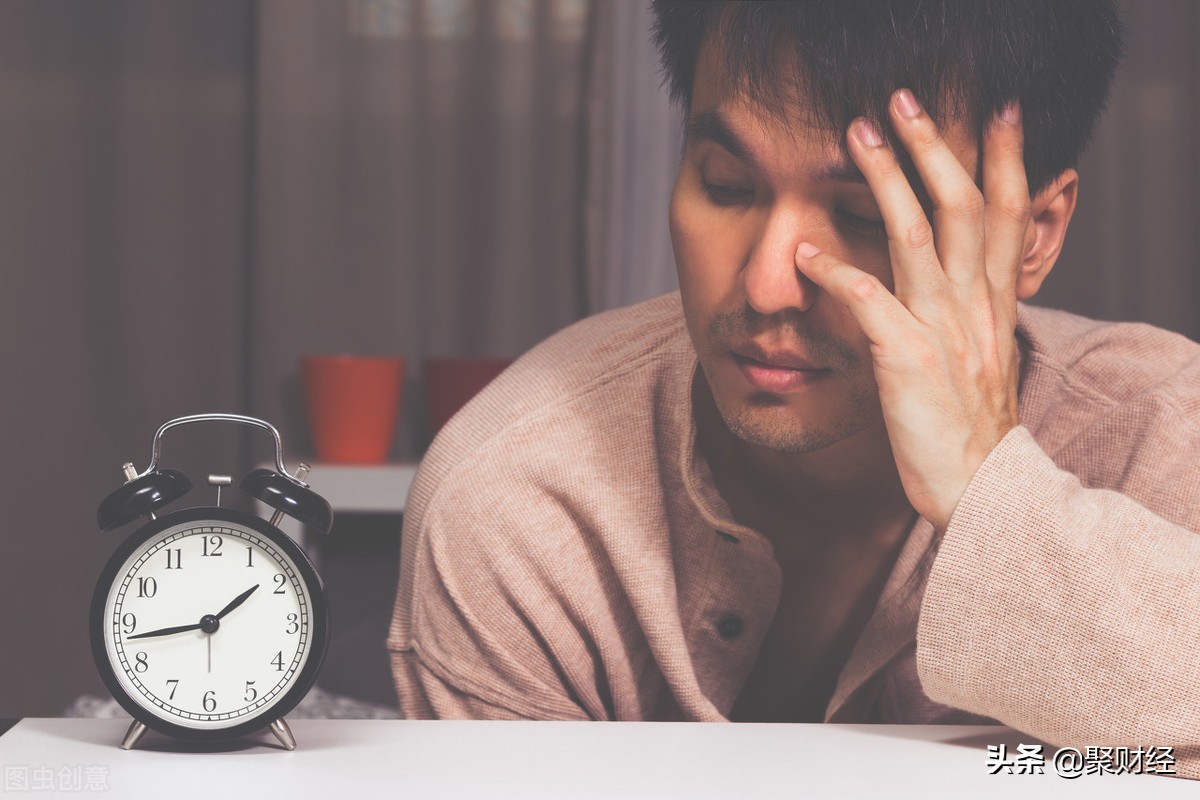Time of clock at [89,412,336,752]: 1:43
